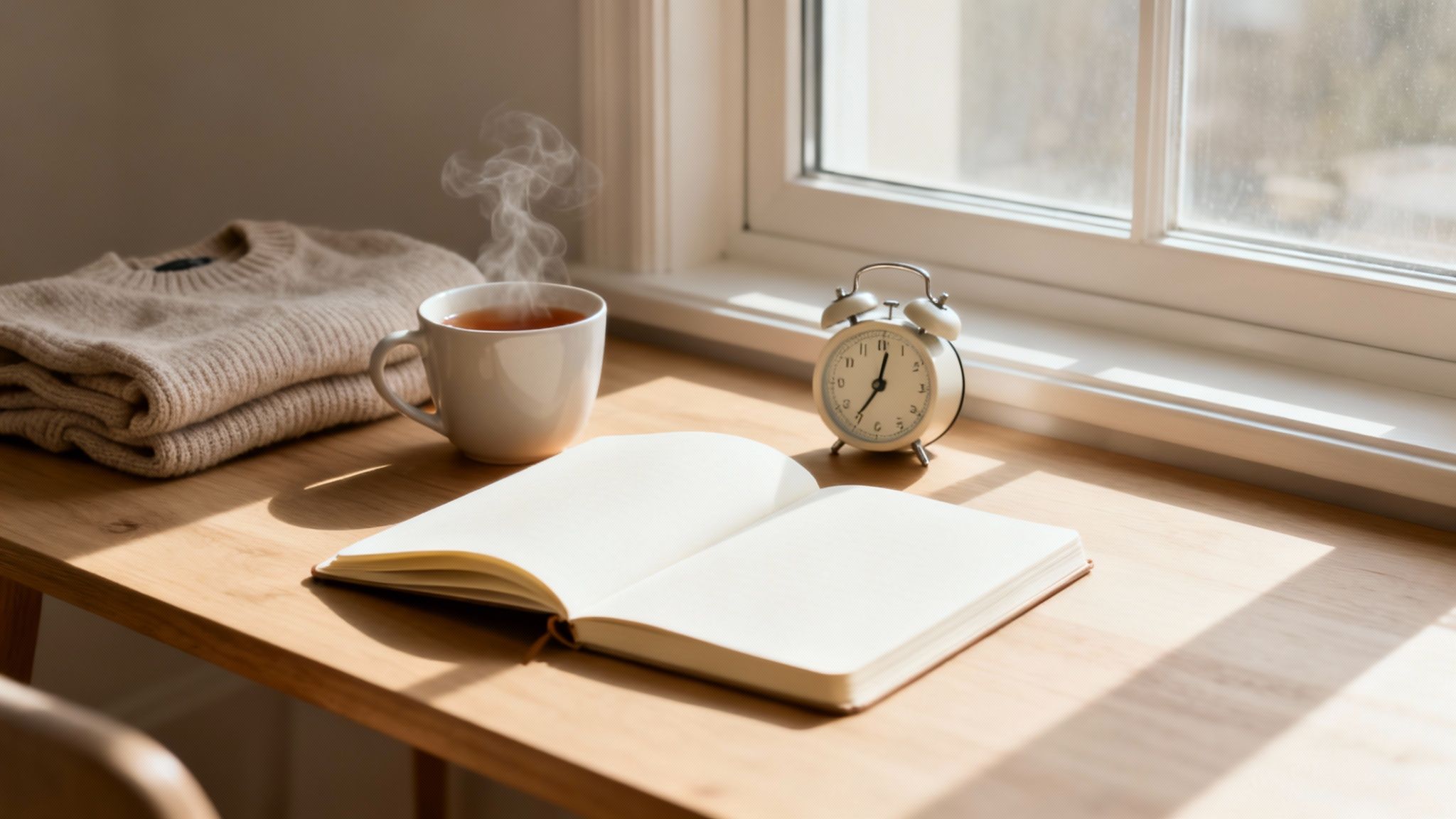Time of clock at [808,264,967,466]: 7:01
